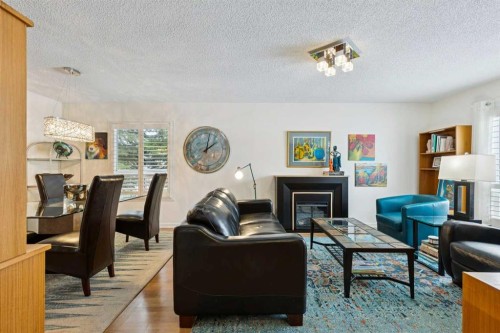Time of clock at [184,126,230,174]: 2:01
